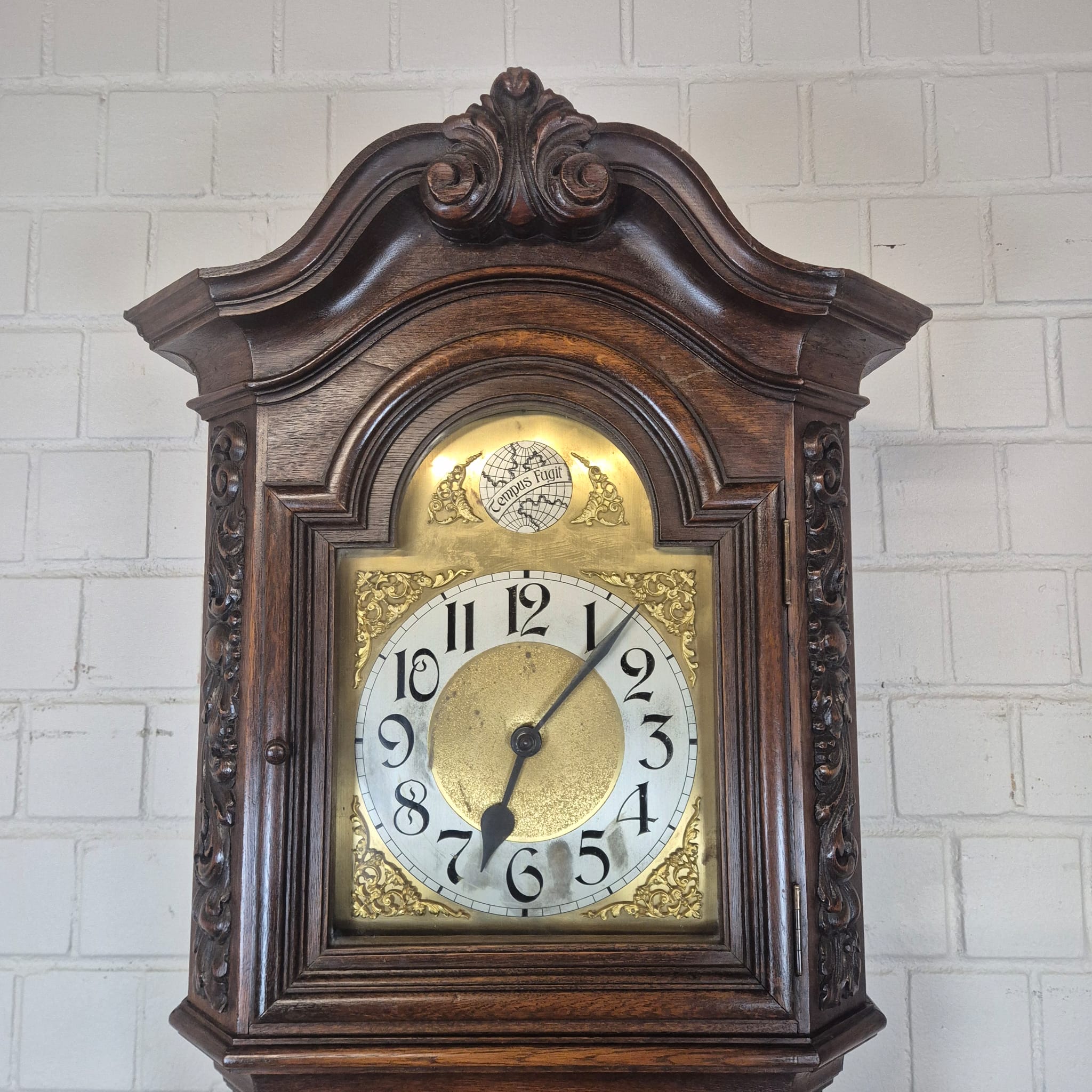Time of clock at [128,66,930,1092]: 7:07
